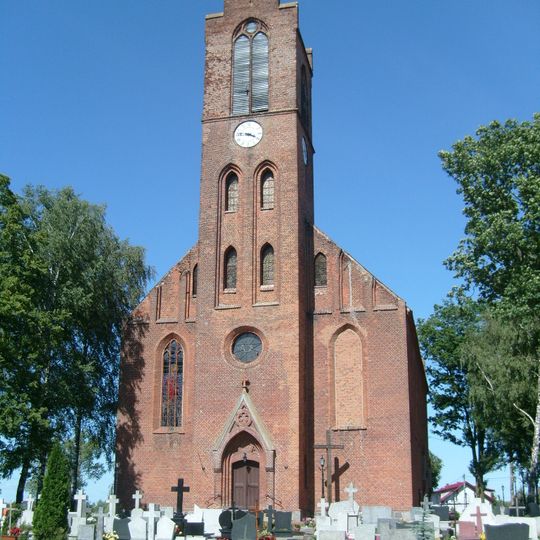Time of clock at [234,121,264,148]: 3:46
